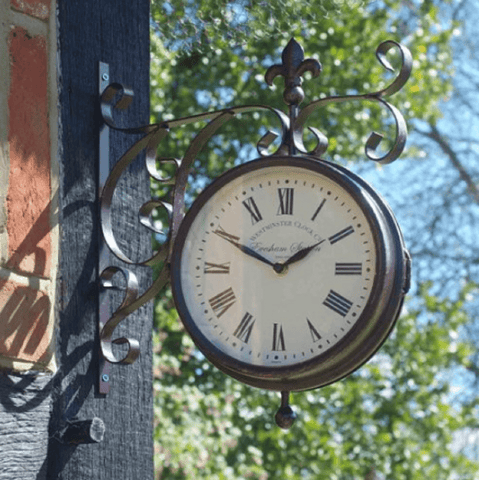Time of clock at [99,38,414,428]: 1:49
